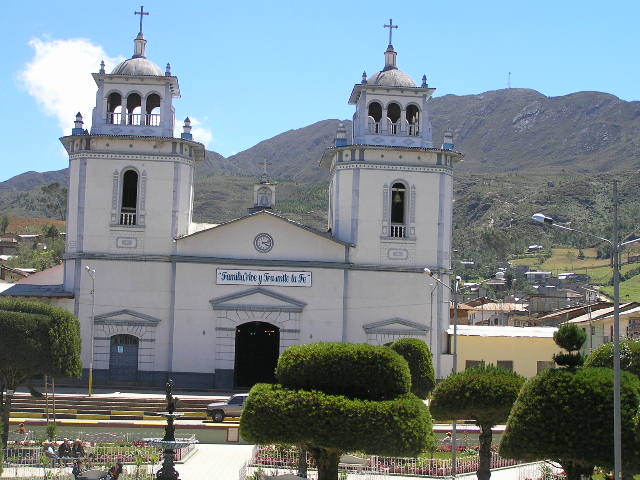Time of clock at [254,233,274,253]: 4:12
